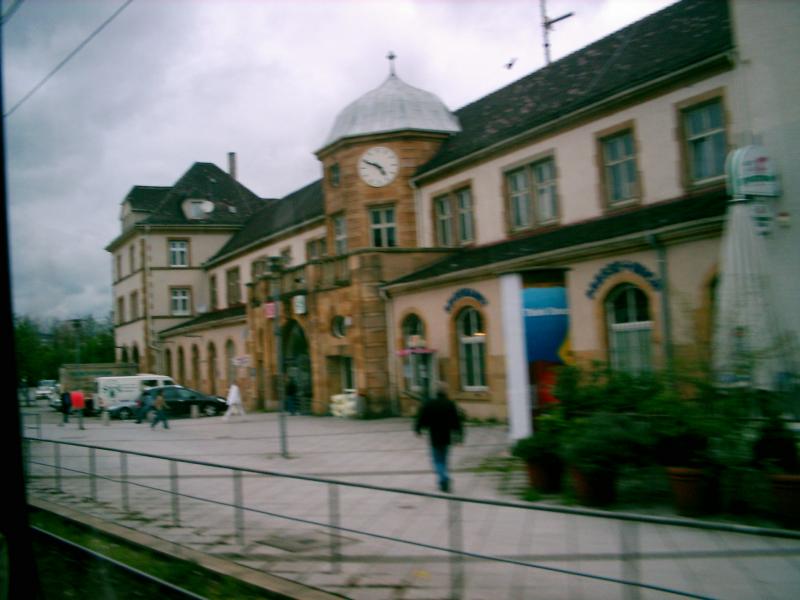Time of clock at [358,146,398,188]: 4:49
